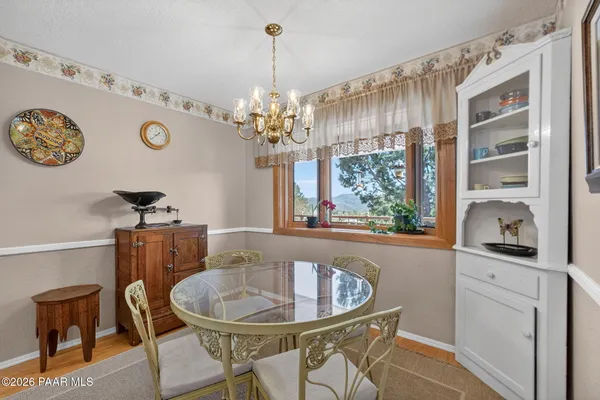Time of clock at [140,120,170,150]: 1:38
